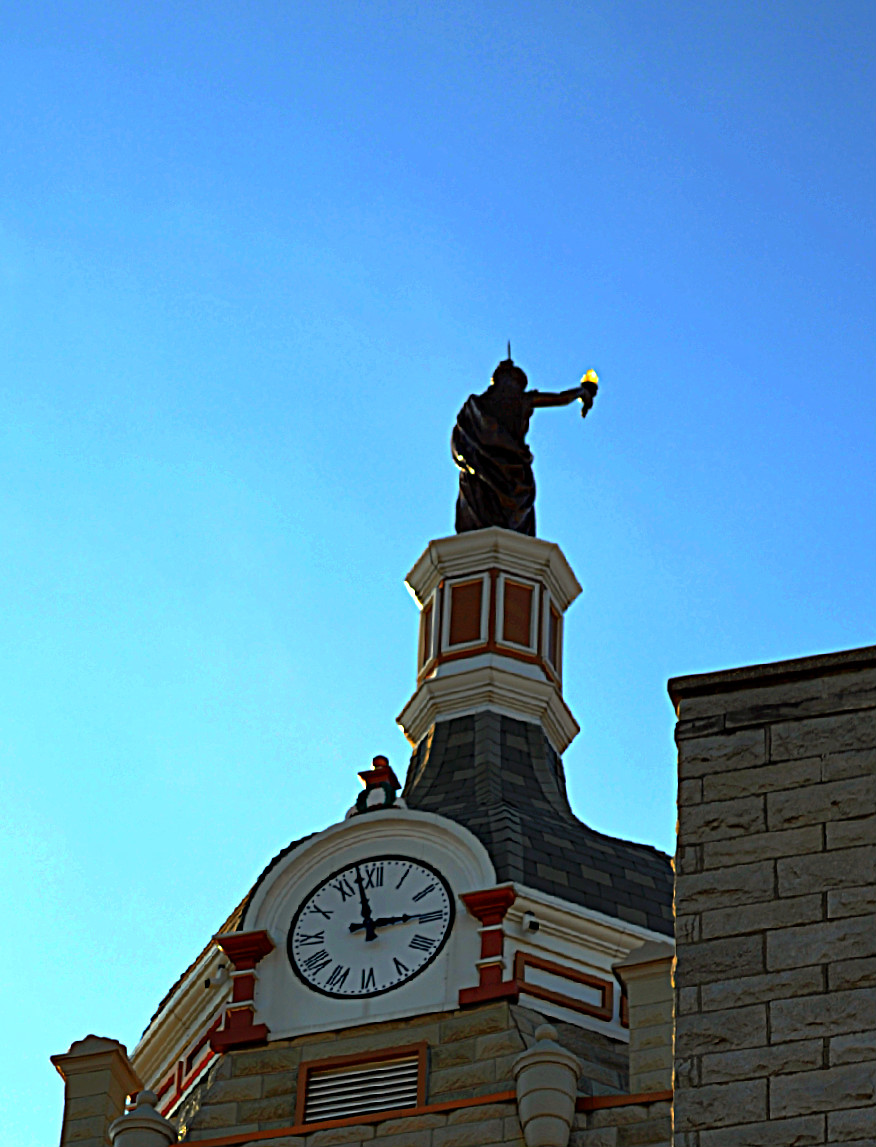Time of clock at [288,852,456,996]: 2:57
